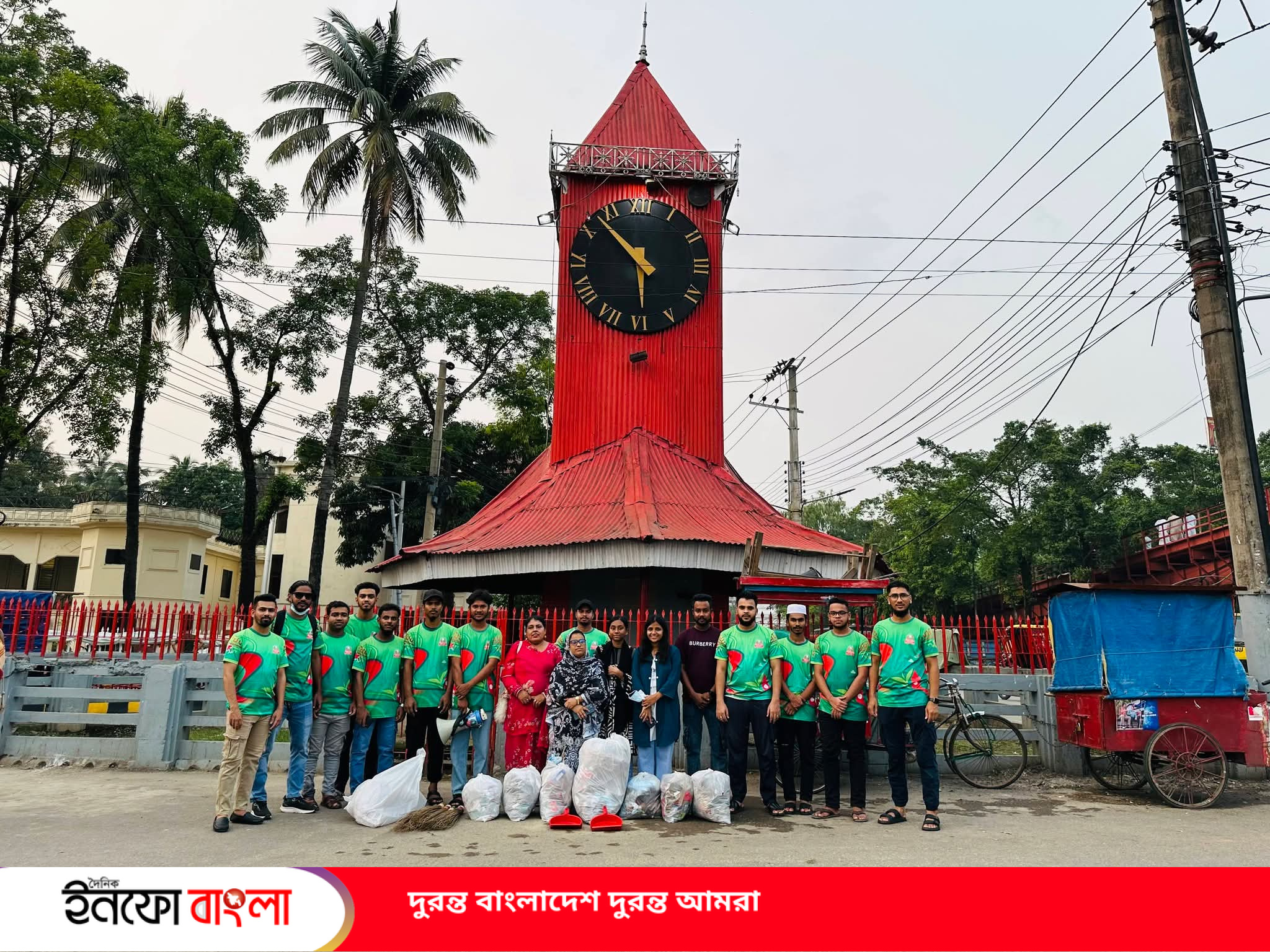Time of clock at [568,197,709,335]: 5:52
